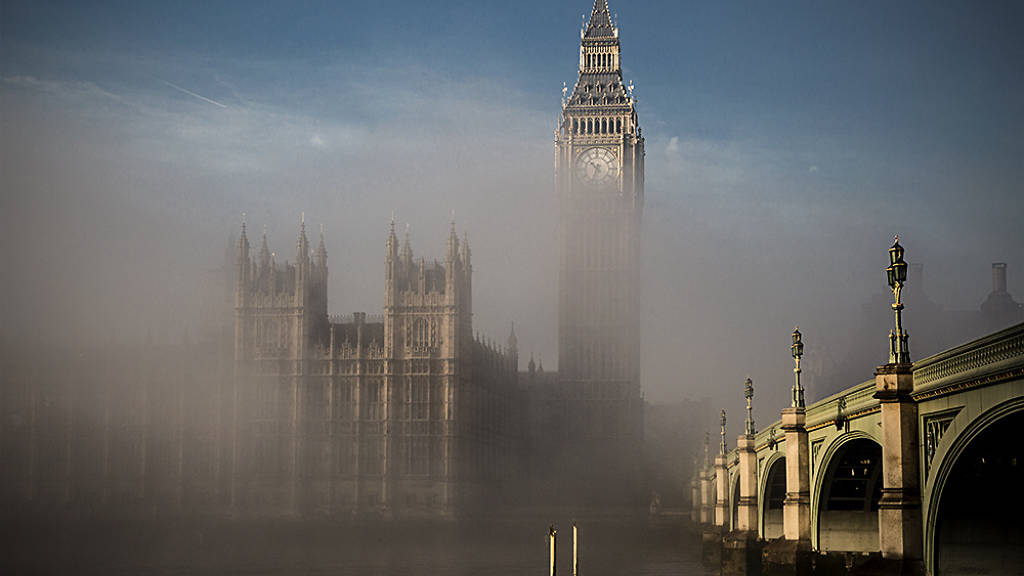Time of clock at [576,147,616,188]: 10:32
